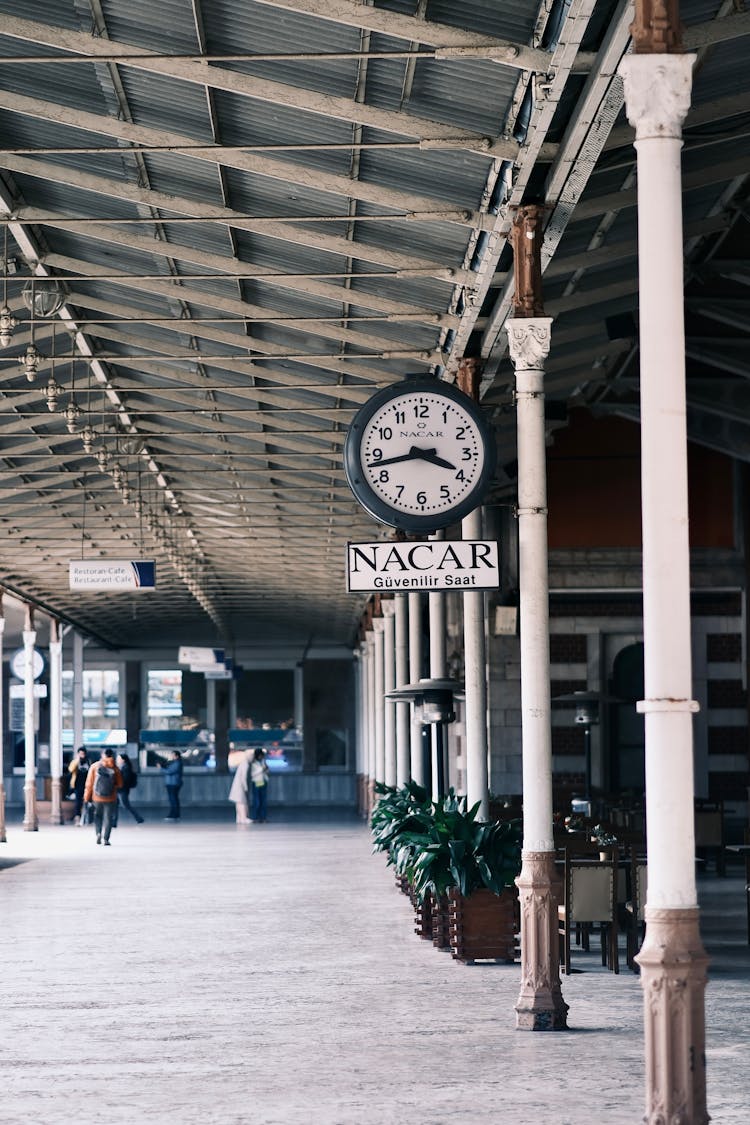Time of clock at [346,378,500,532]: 3:42
